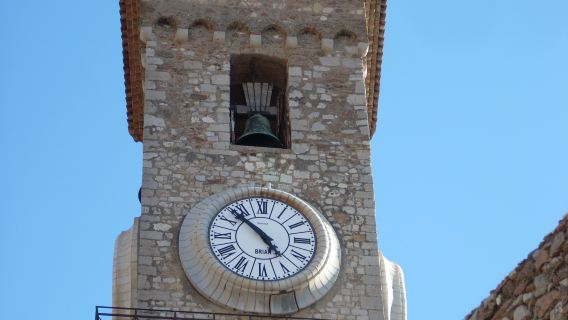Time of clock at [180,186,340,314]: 4:52
